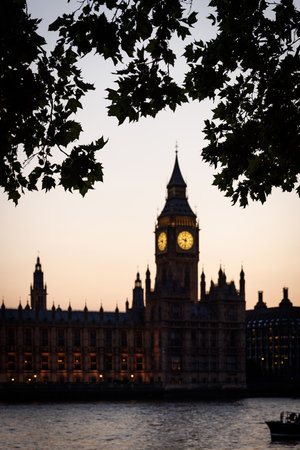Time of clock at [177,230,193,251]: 9:32
